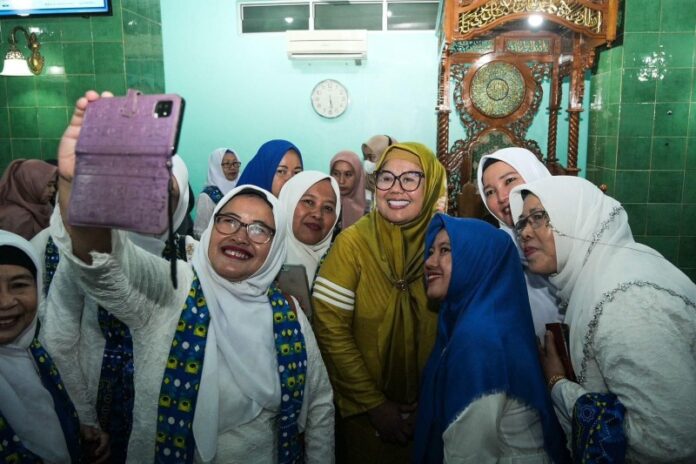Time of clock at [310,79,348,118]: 5:30
